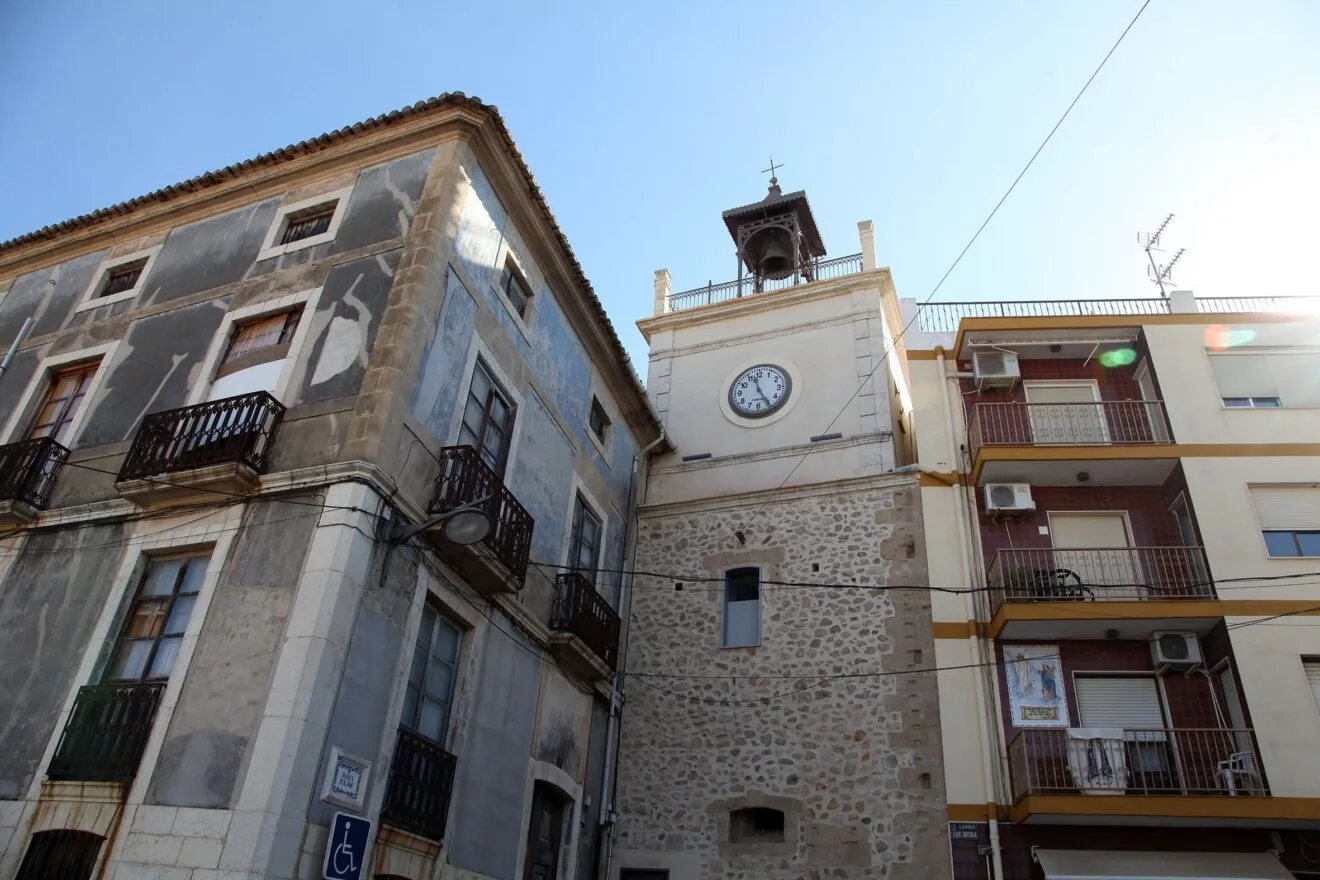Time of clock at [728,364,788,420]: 11:25
